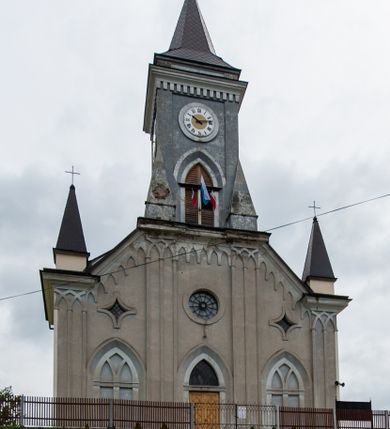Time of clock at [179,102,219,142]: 10:13
